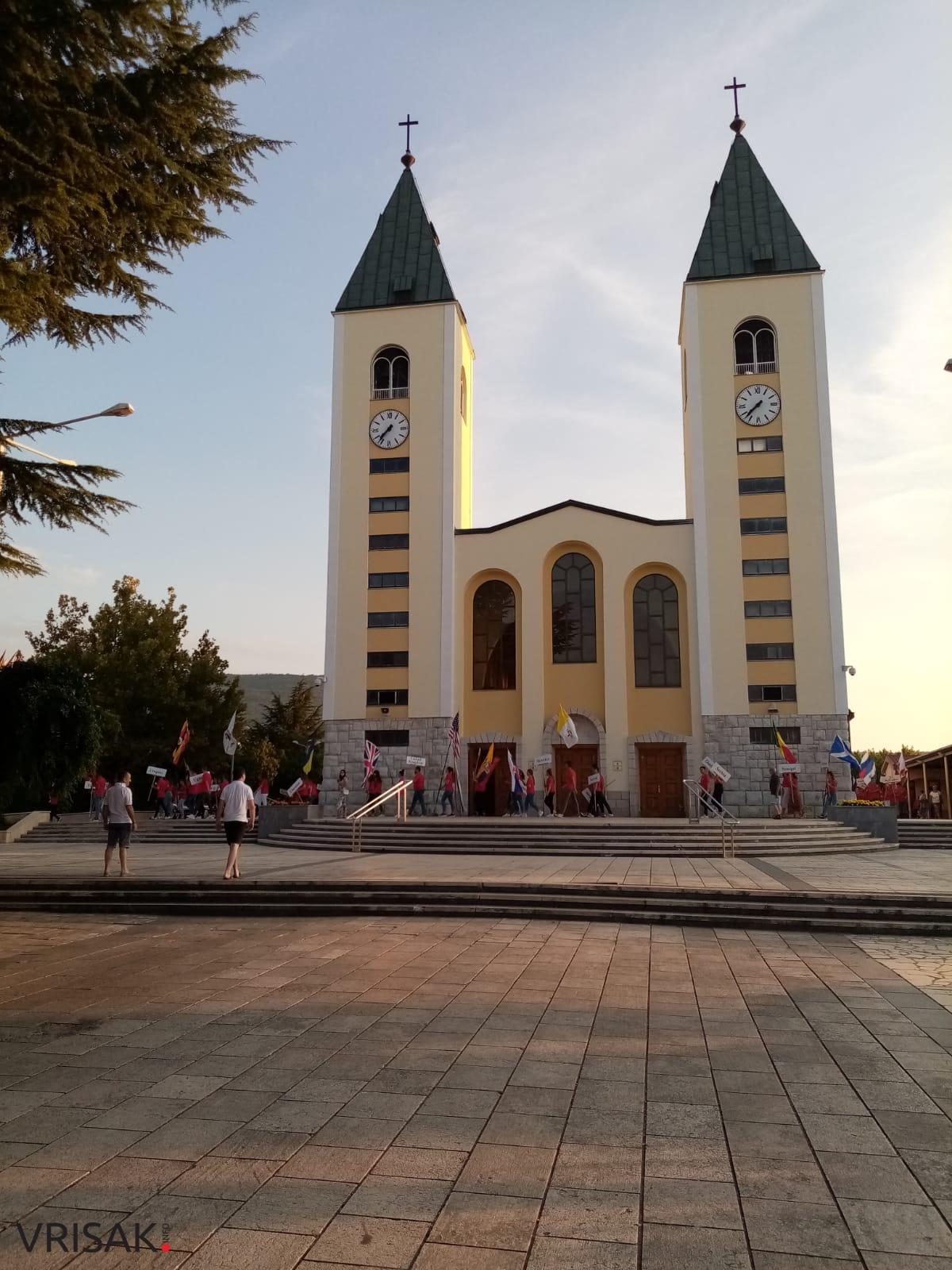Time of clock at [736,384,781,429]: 7:37
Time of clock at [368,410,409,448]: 7:36
